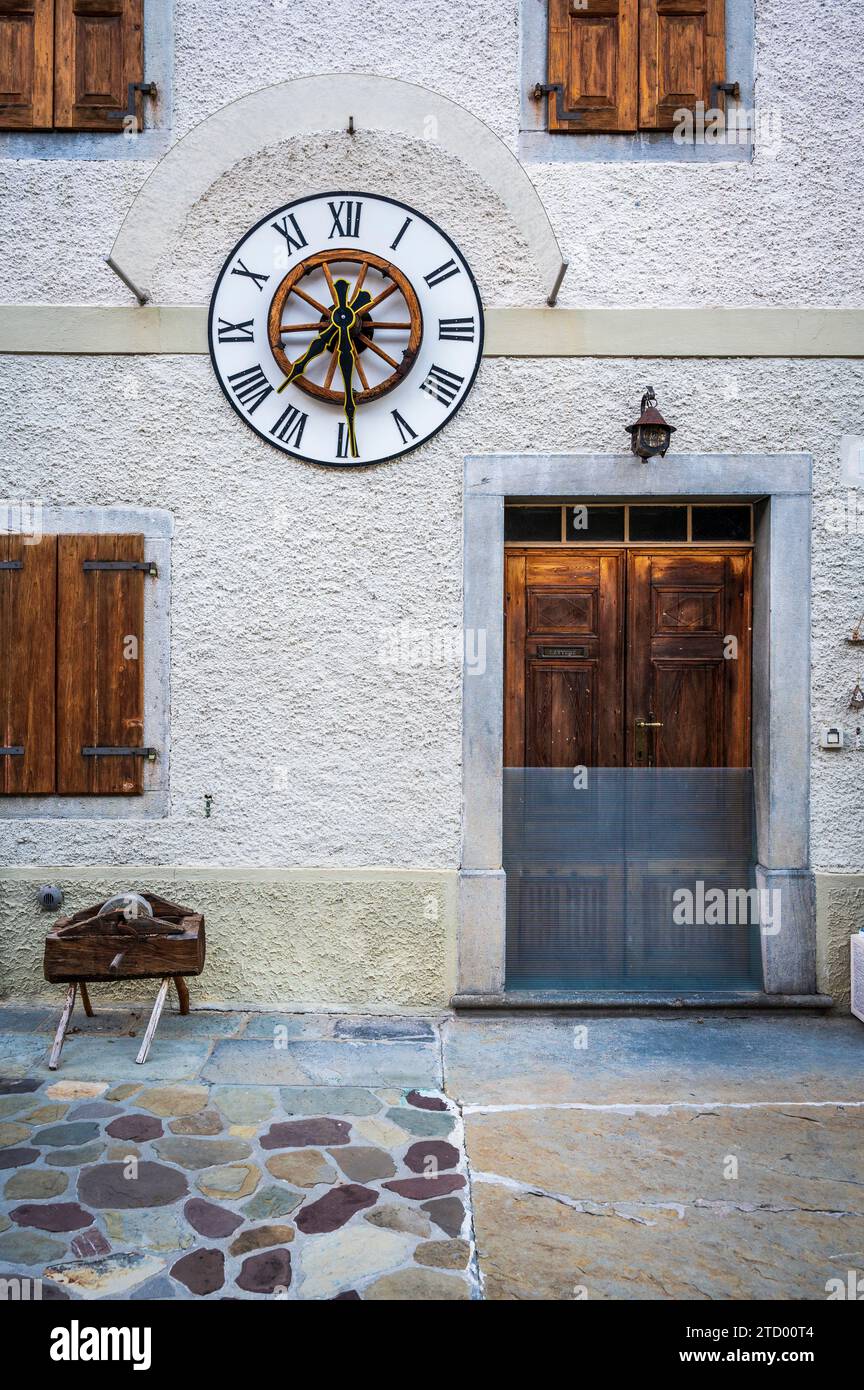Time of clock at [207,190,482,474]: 7:29
